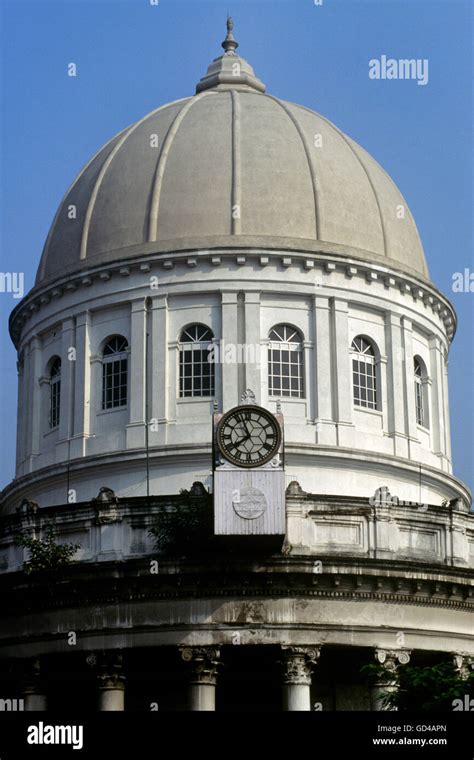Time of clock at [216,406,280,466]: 7:56
